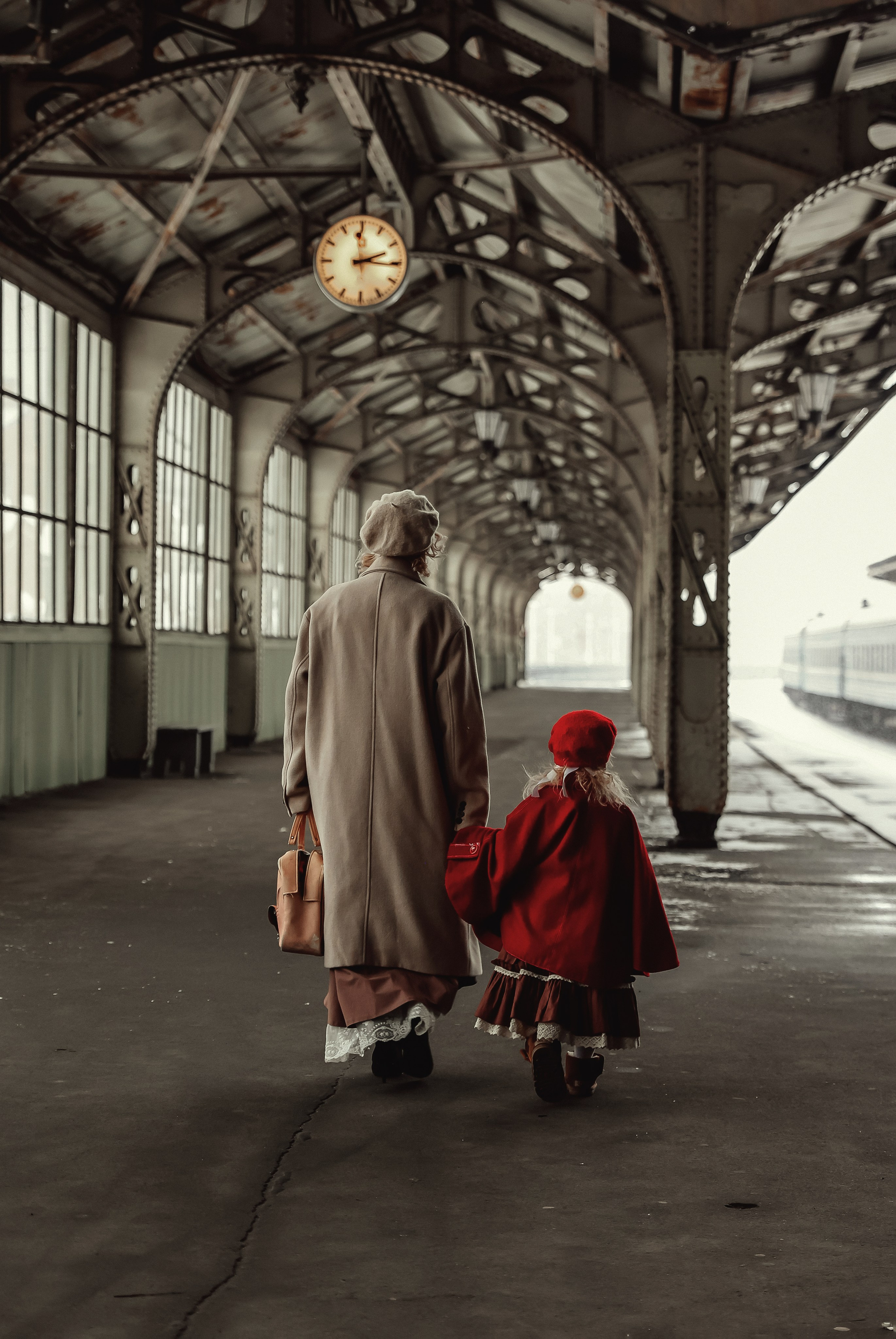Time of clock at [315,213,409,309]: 2:15
